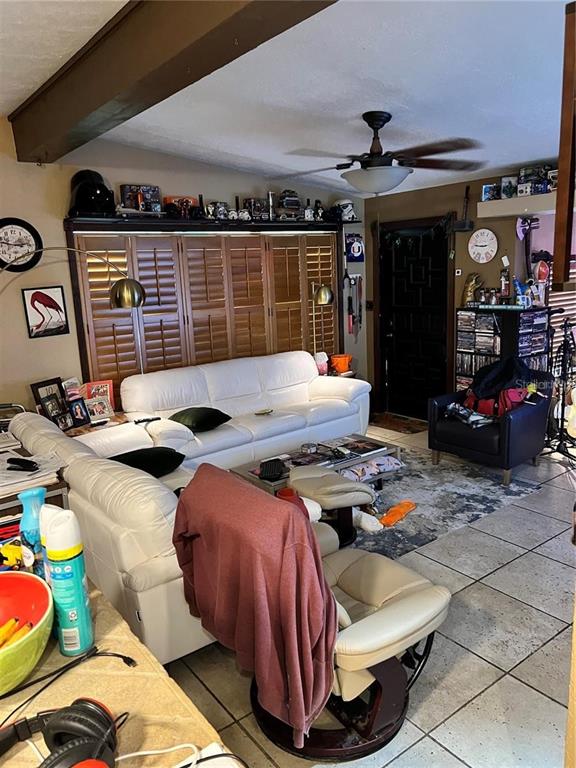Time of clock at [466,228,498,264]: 2:46
